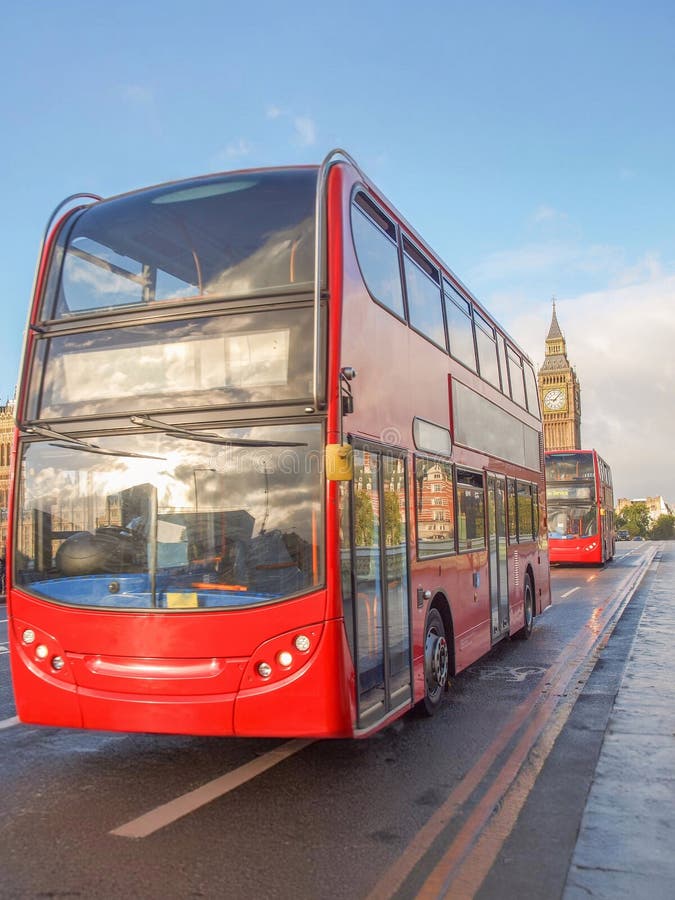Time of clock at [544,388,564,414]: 9:07
